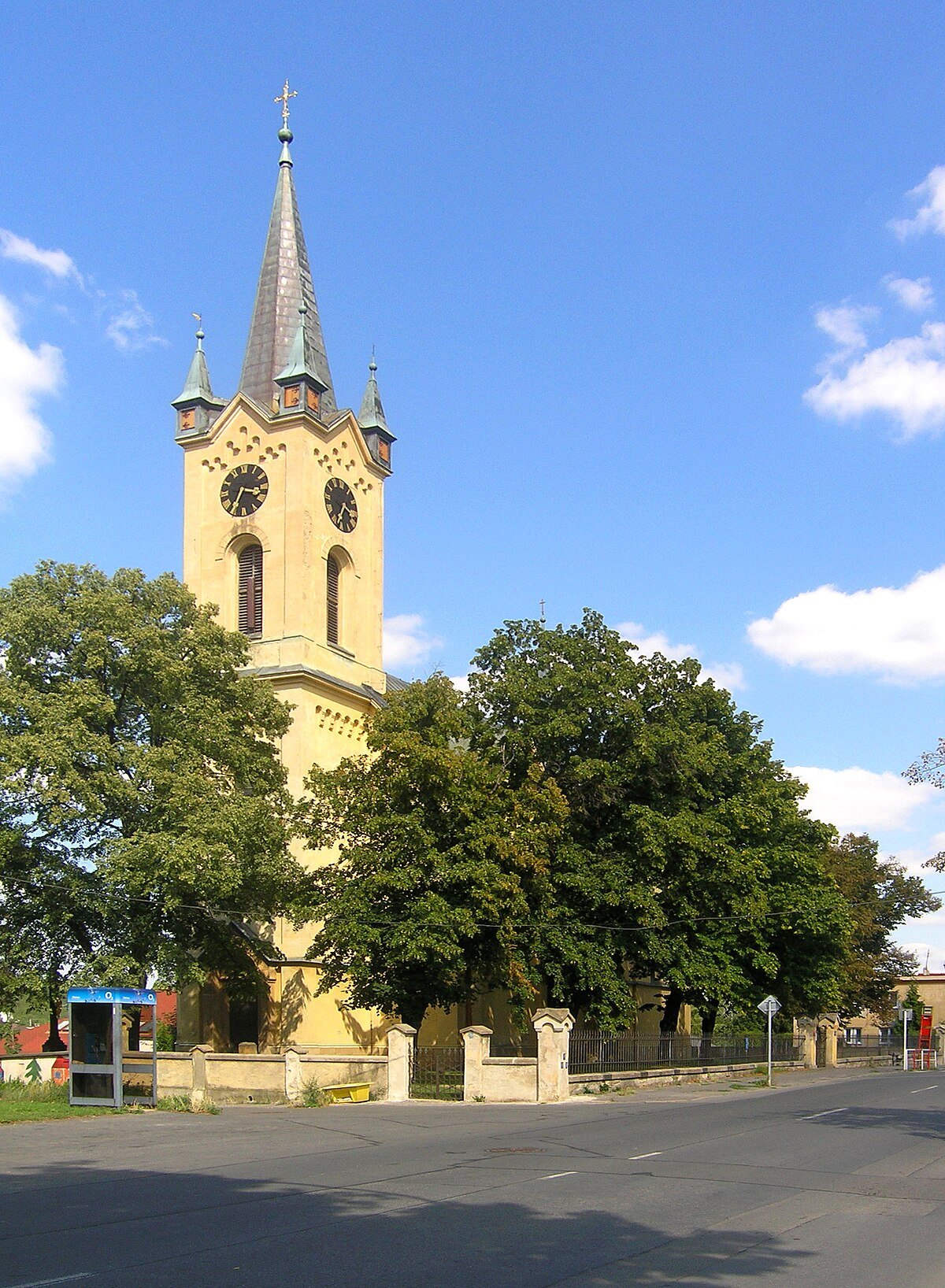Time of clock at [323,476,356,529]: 3:34
